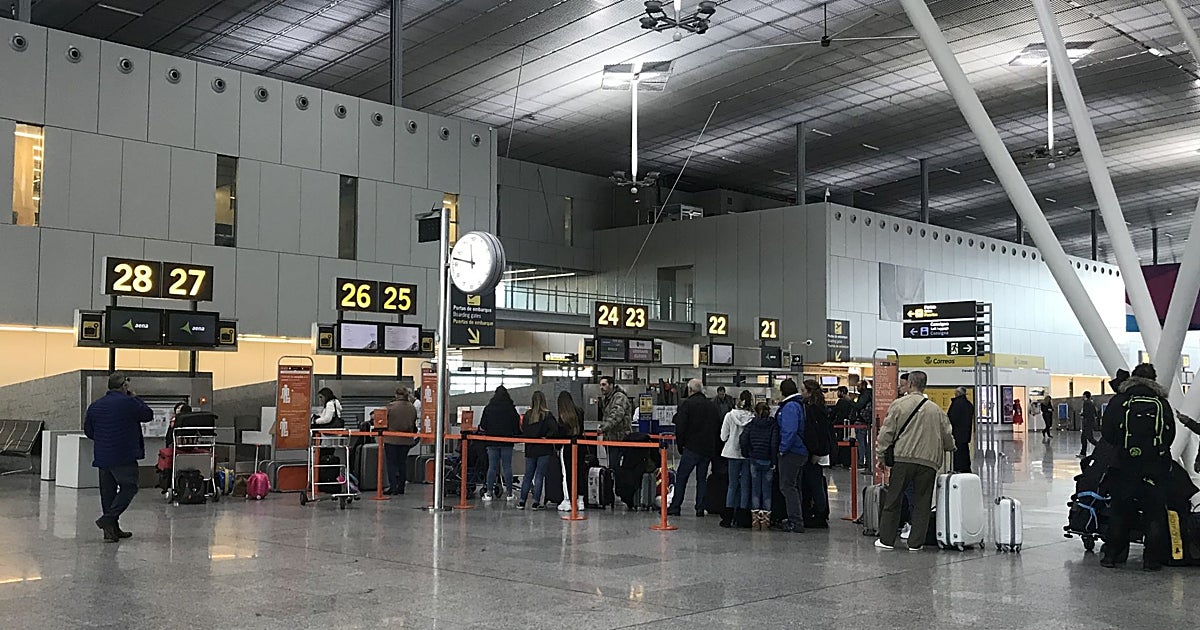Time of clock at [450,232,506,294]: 11:47
